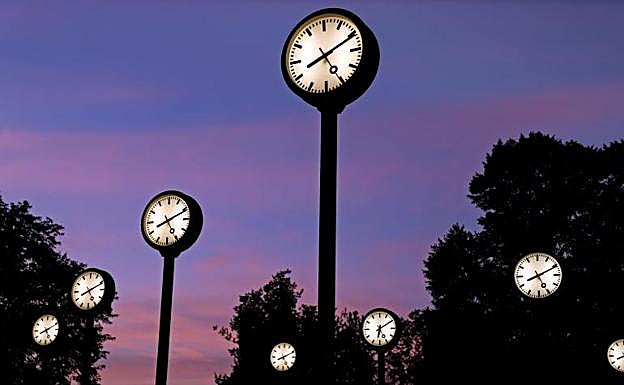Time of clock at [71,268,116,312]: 8:11
